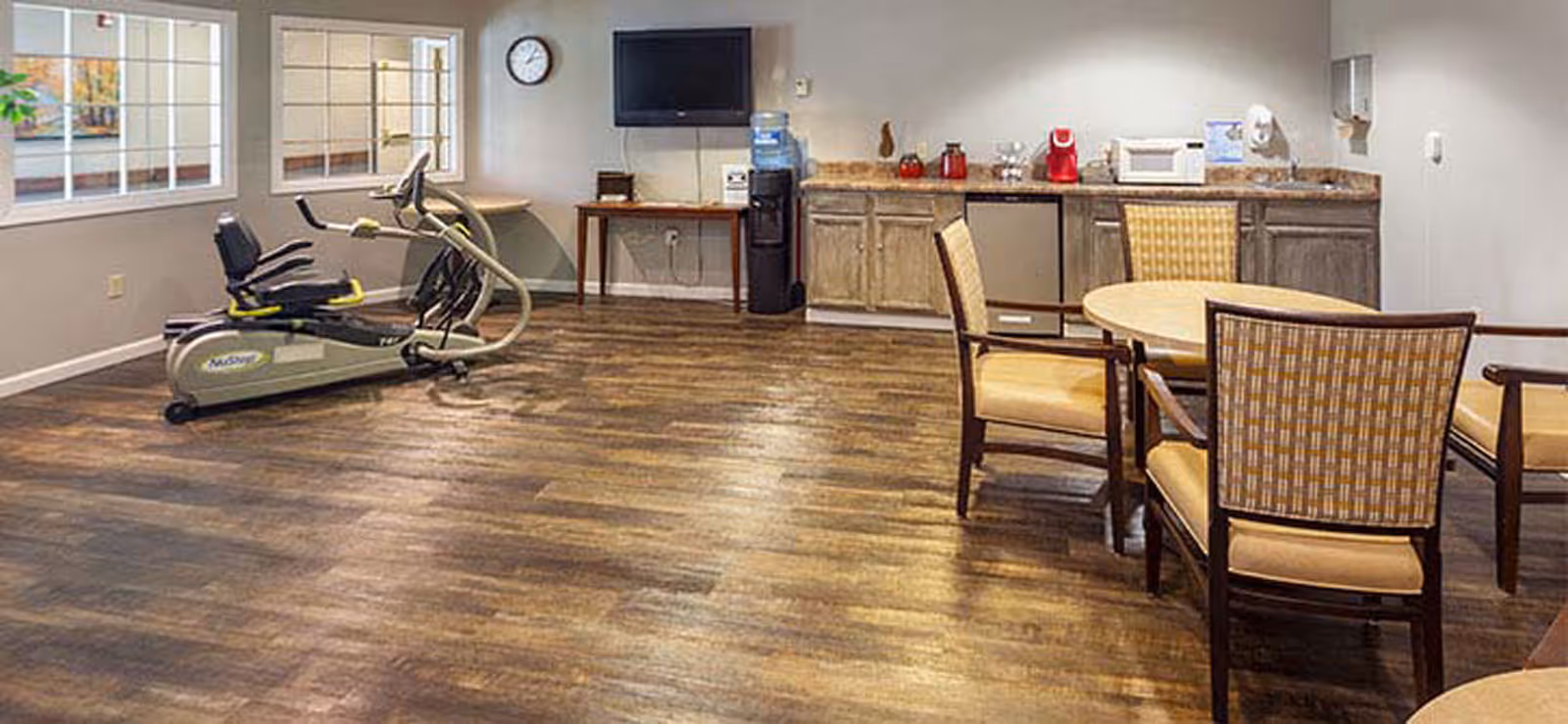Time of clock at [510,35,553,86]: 1:12
